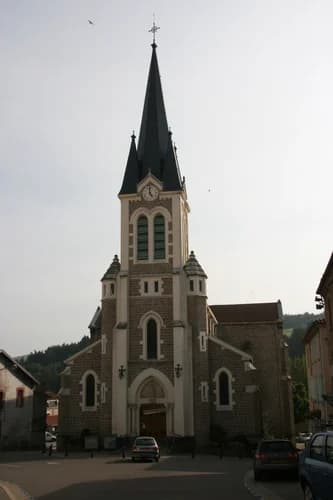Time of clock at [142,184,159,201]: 4:59
